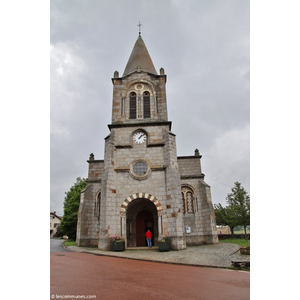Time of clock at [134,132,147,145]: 1:08
